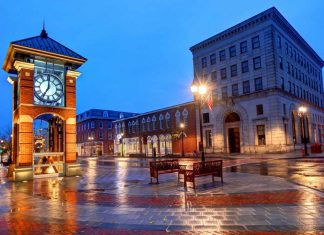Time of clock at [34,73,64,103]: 7:00
